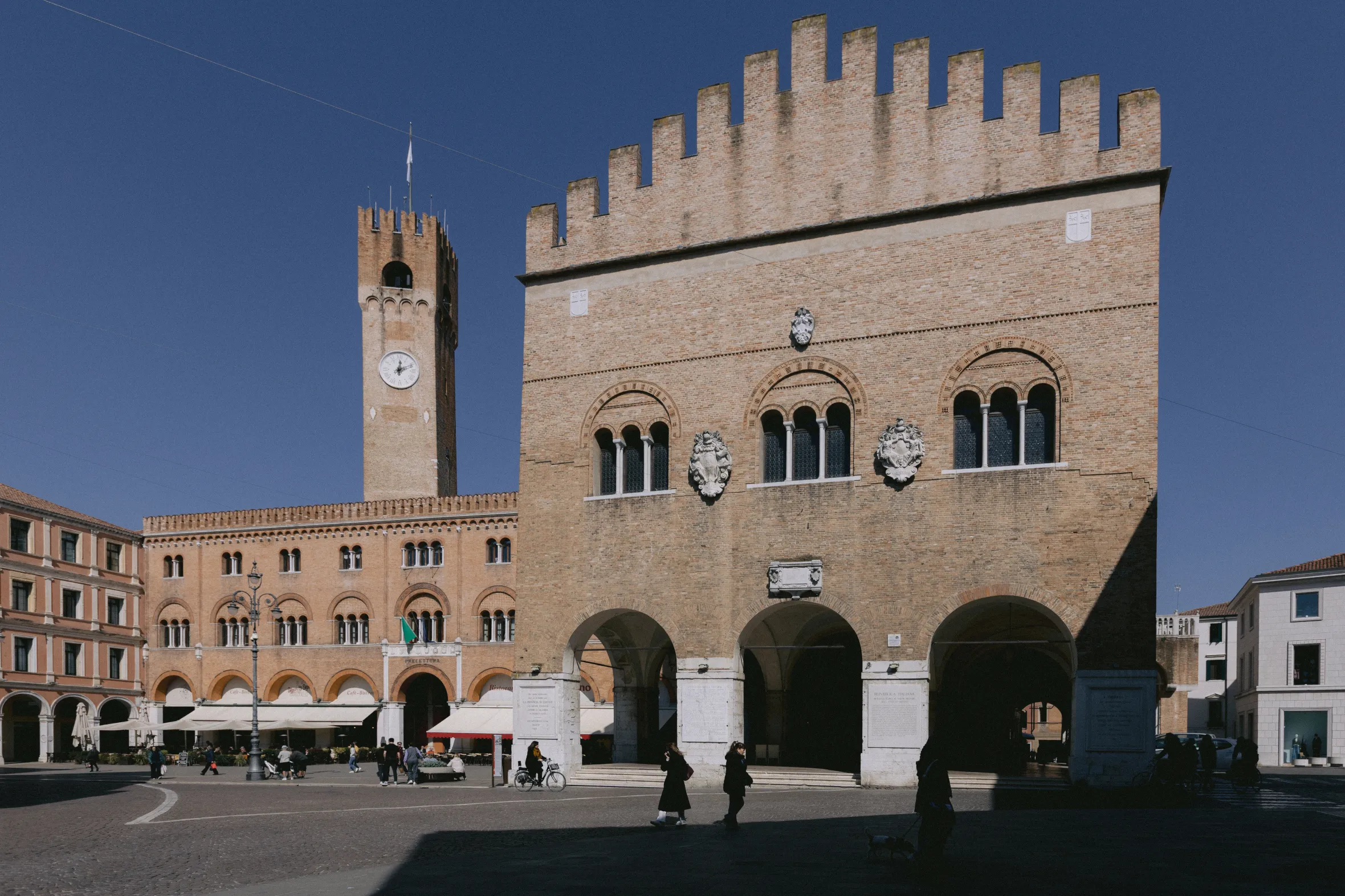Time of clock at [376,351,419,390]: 12:10
